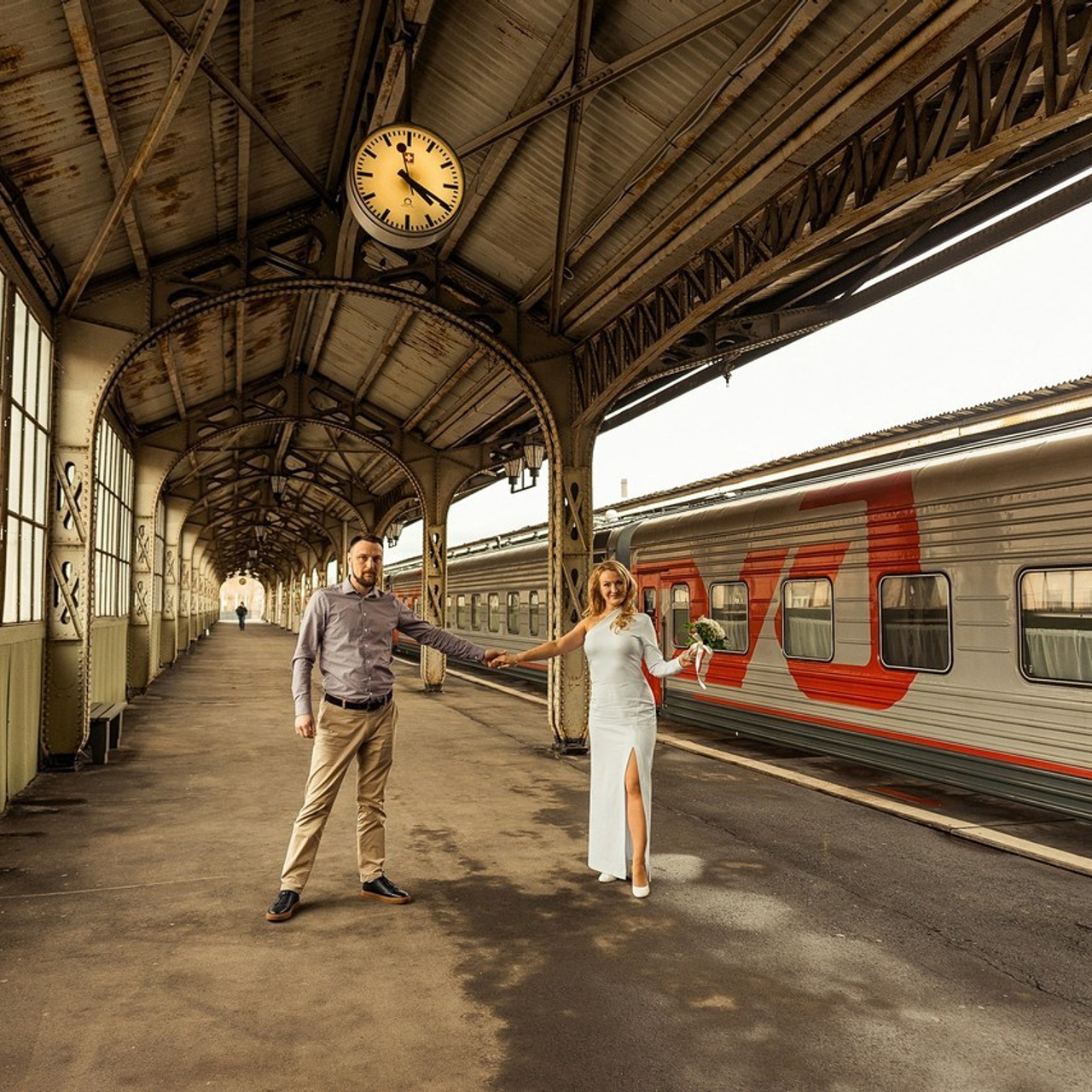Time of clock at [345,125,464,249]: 4:19
